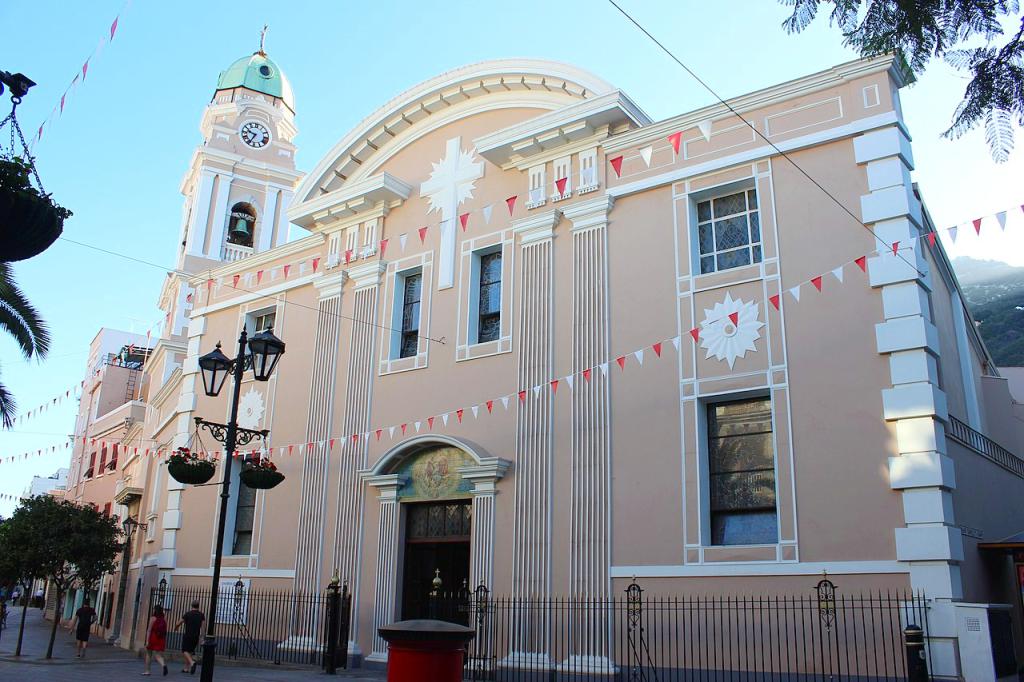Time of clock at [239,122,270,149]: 9:34
